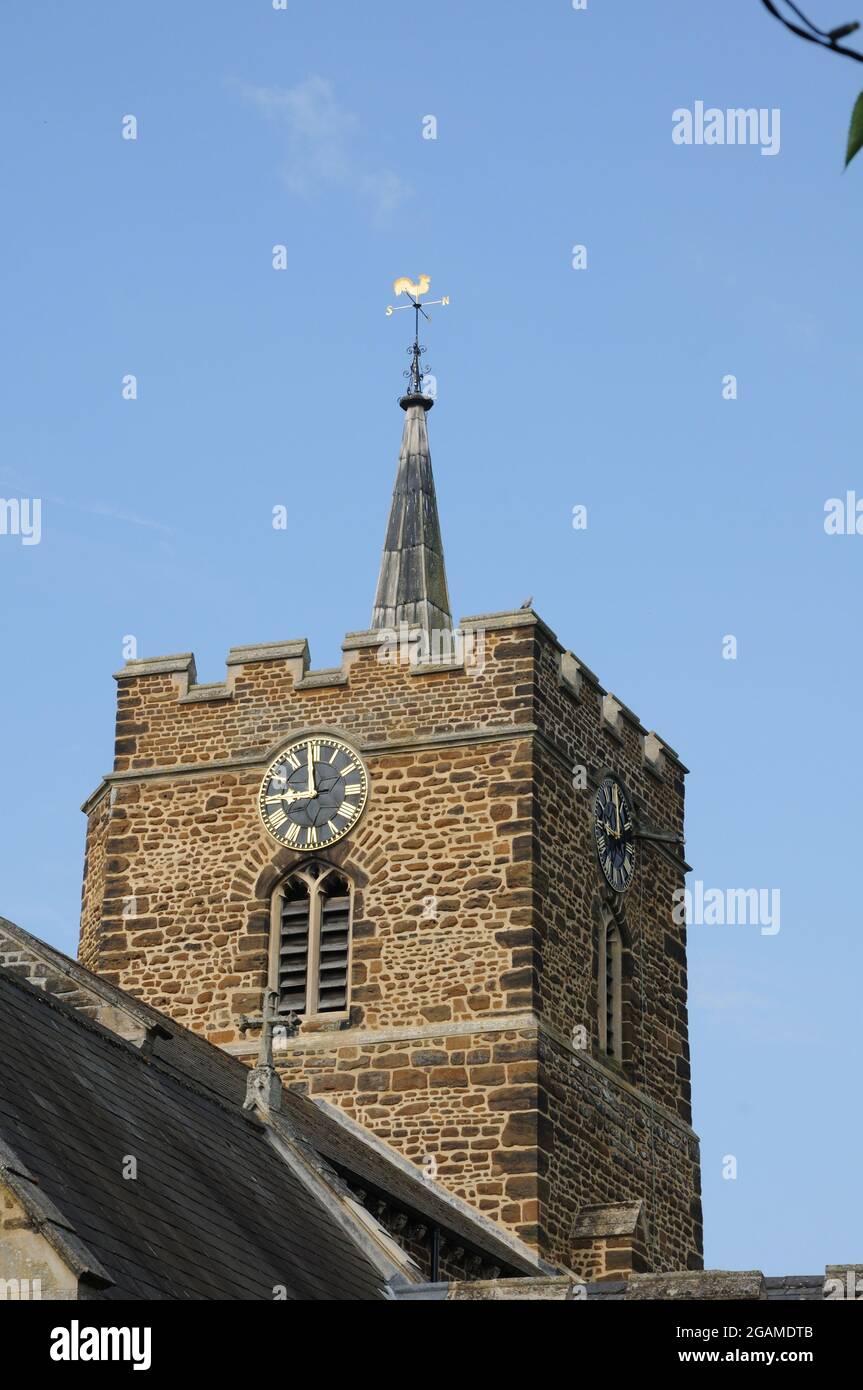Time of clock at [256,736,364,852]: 8:59
